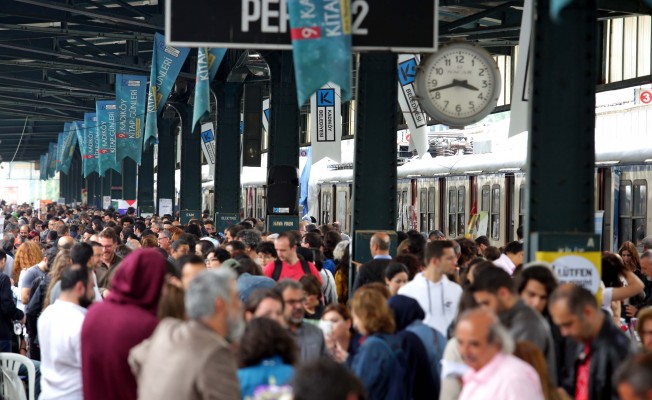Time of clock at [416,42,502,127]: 3:42
